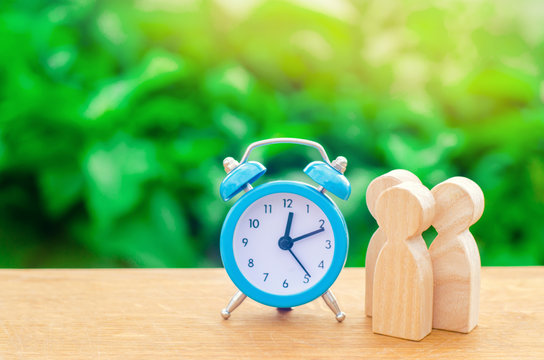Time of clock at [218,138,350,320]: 12:11
